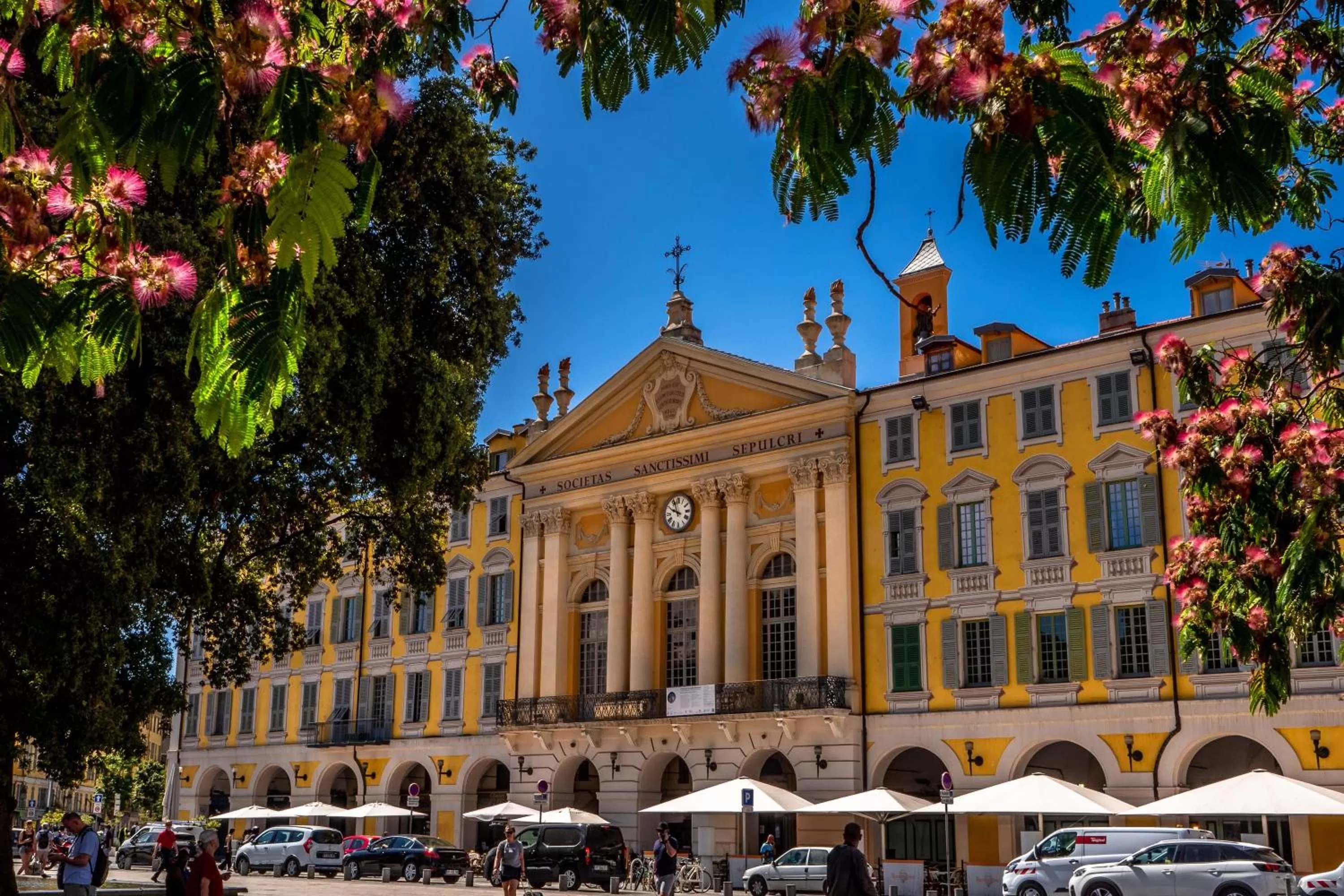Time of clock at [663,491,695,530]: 9:57
